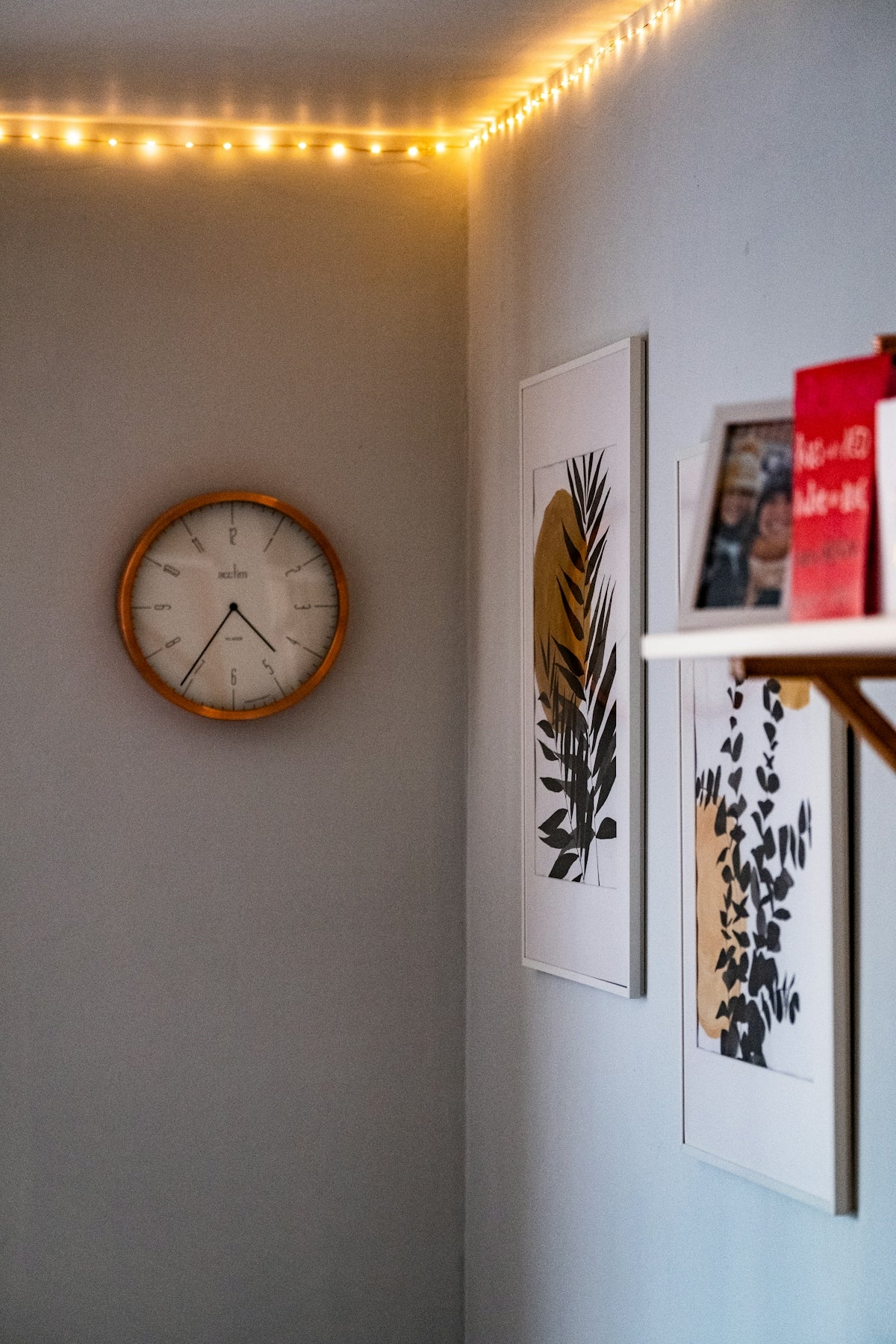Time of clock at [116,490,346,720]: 4:35
